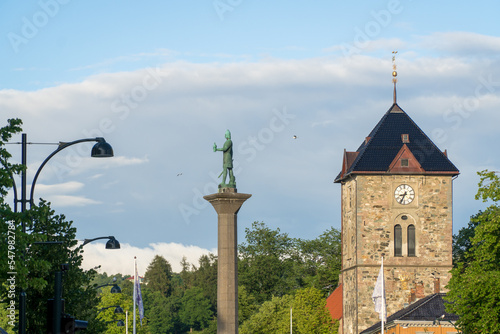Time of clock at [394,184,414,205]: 8:34
